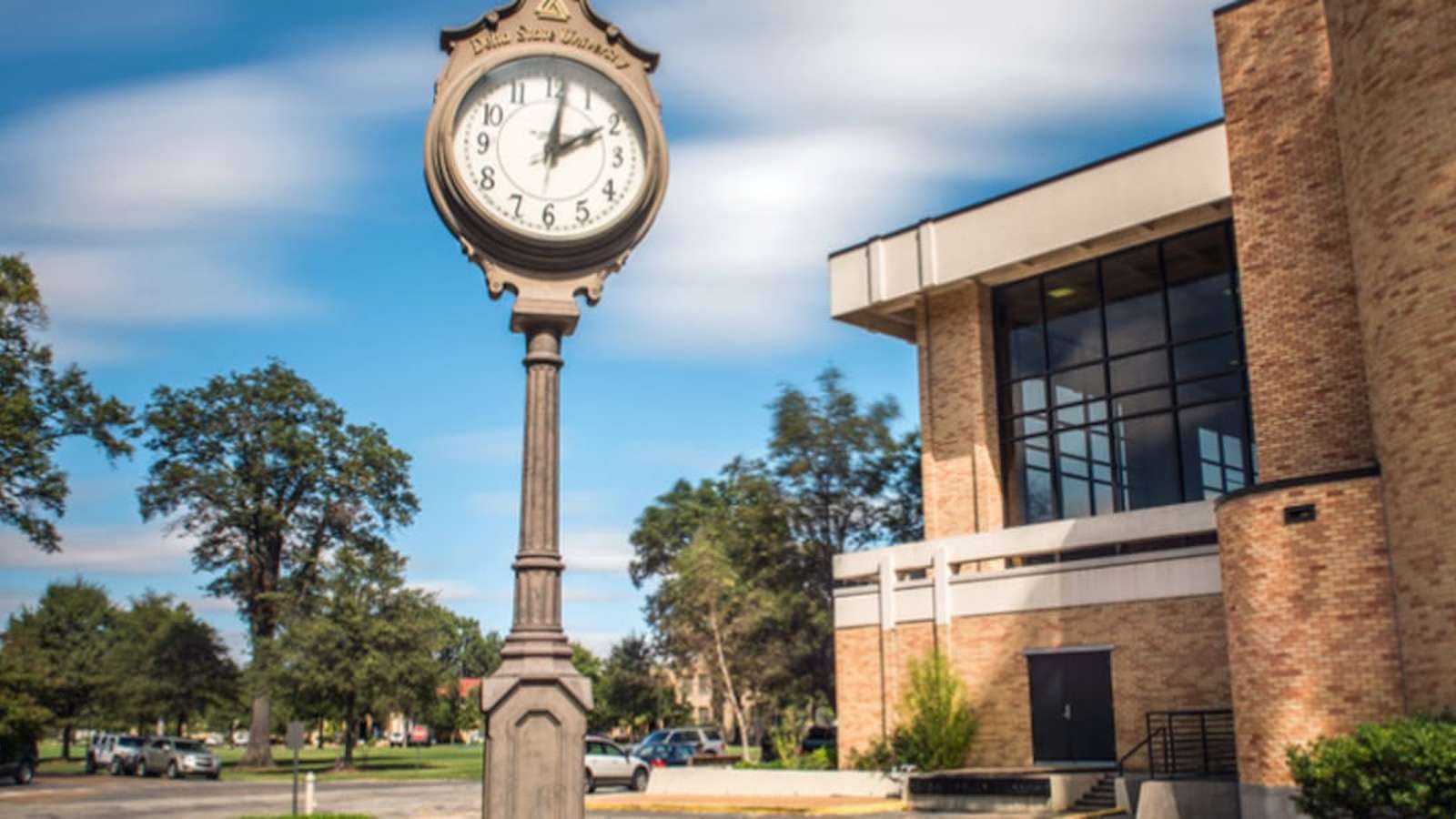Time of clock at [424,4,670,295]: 2:02
